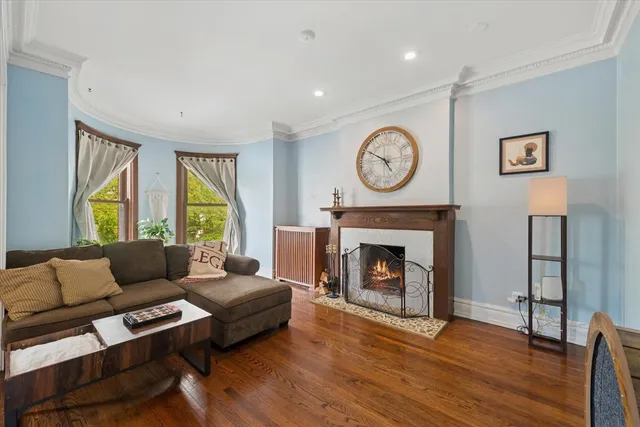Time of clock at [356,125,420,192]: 4:50
